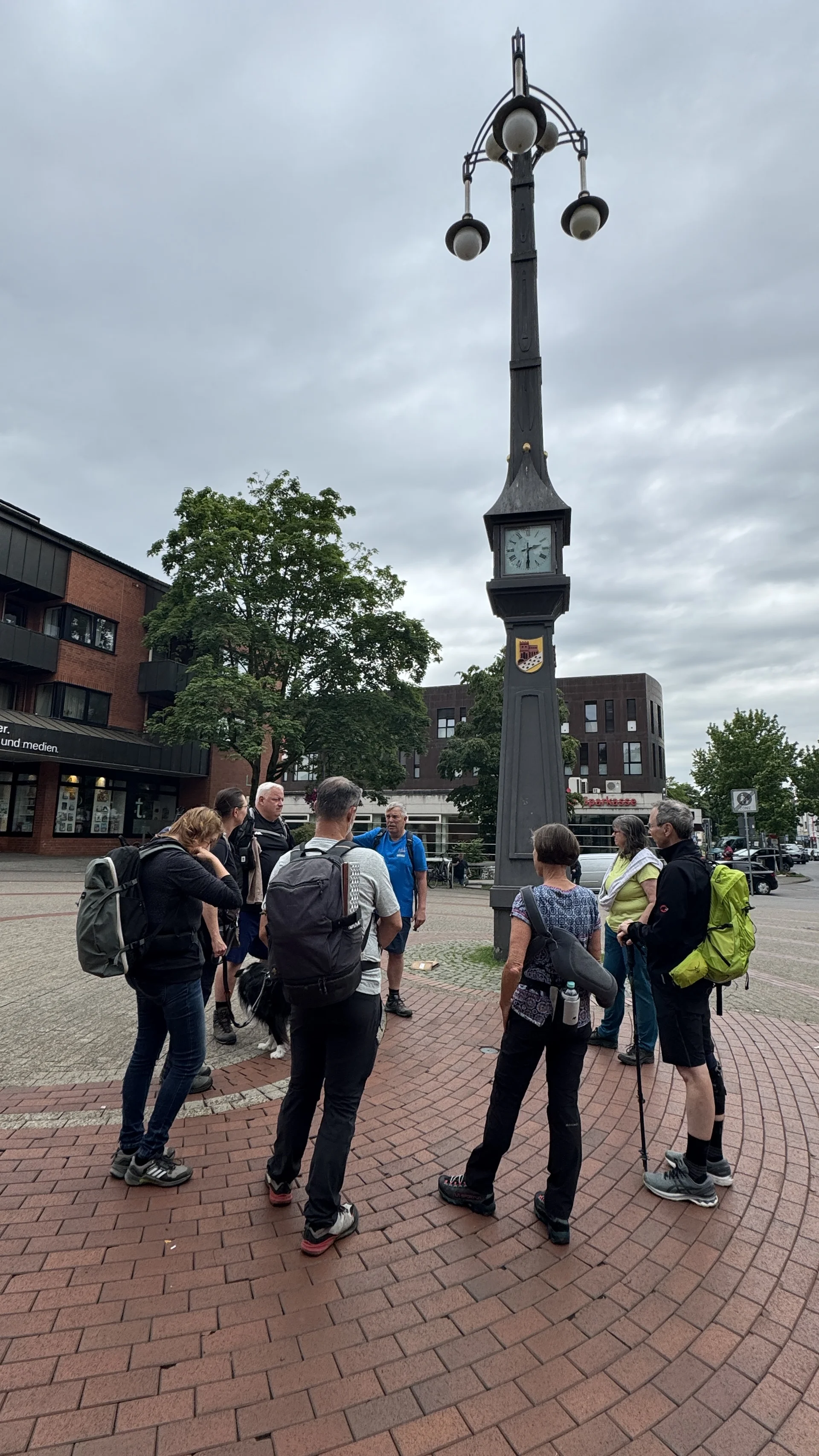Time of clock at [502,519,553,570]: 2:29
